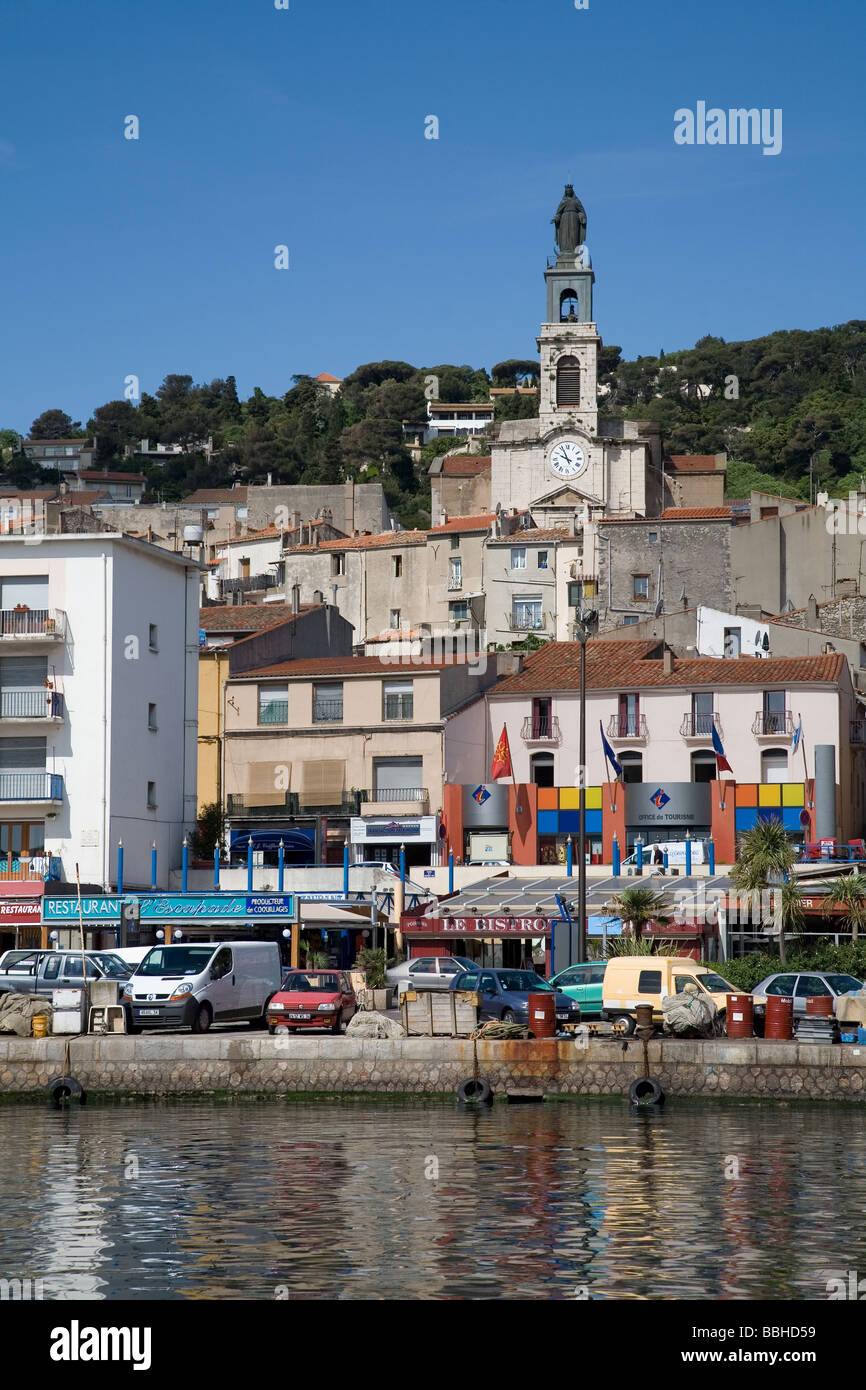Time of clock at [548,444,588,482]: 9:56
